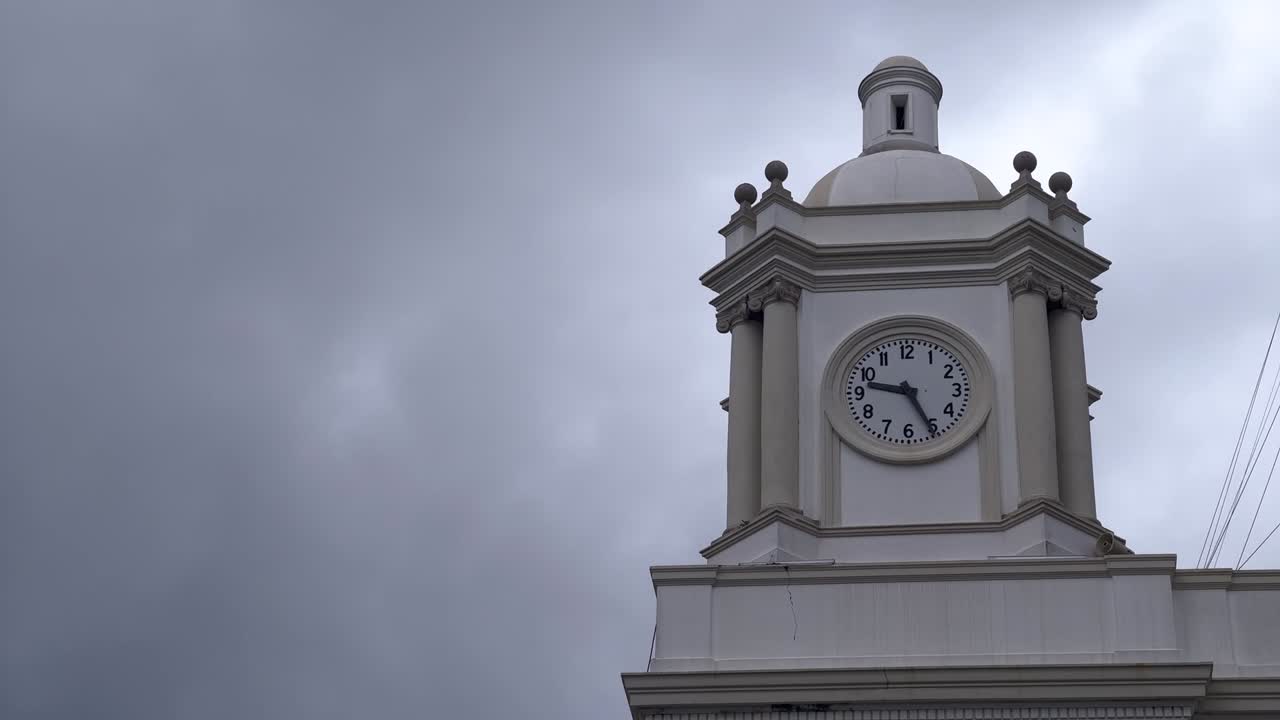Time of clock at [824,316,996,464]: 9:25
